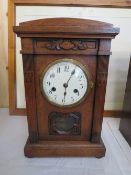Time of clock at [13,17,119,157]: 6:05
